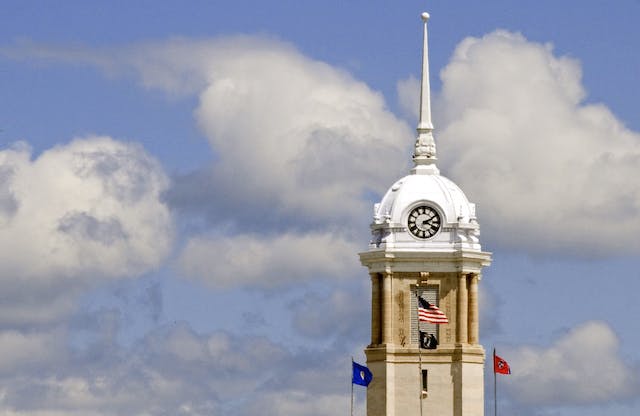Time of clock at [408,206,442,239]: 2:18
